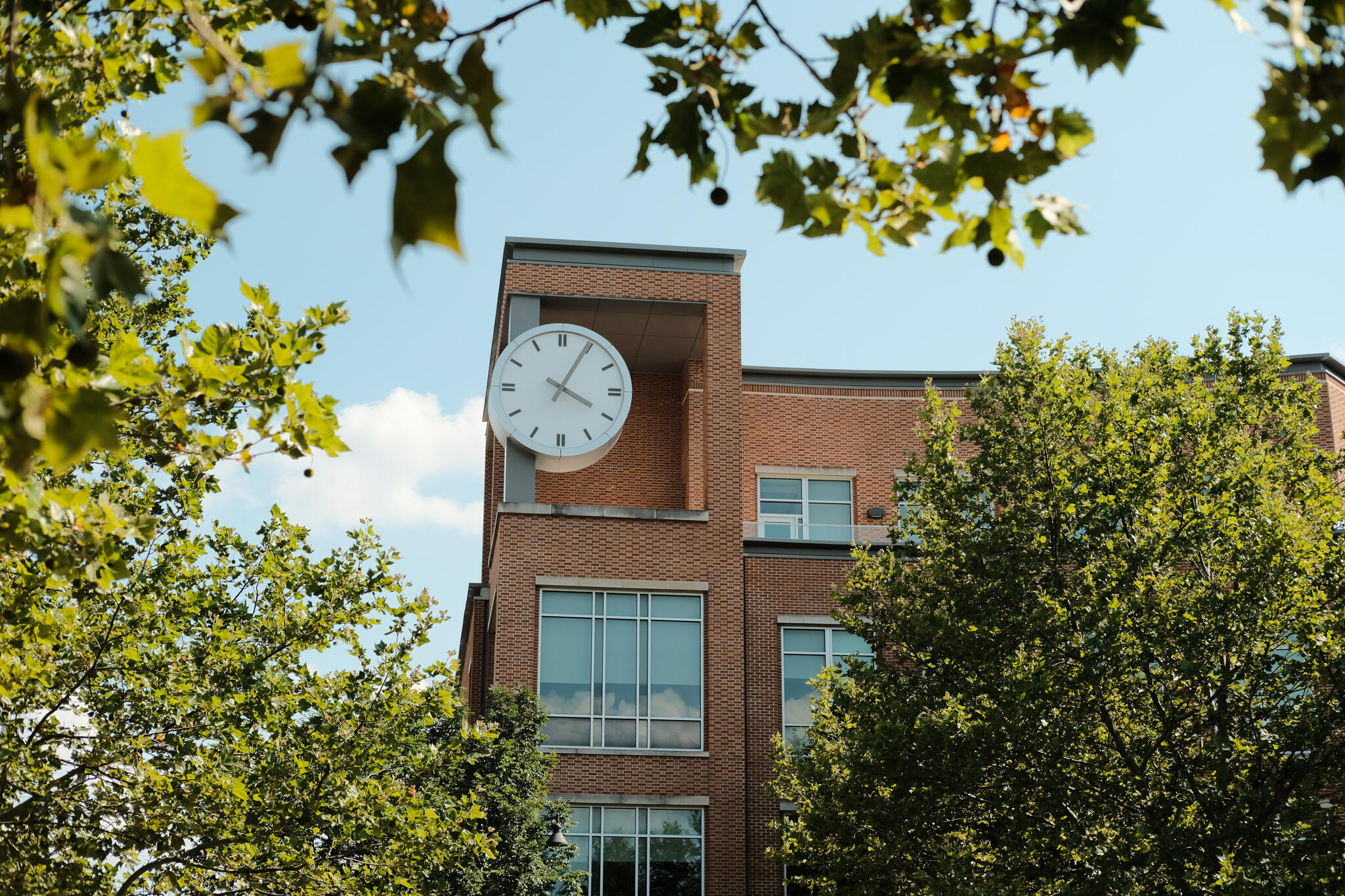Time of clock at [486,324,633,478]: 4:04
